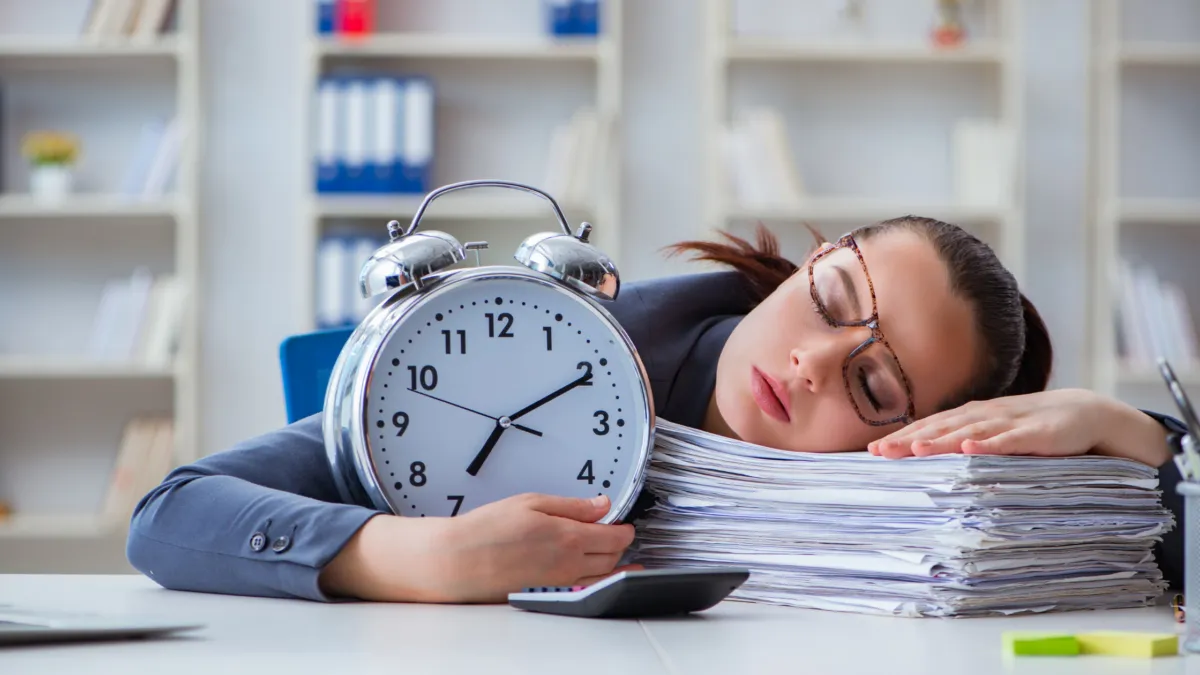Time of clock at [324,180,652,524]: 7:10
